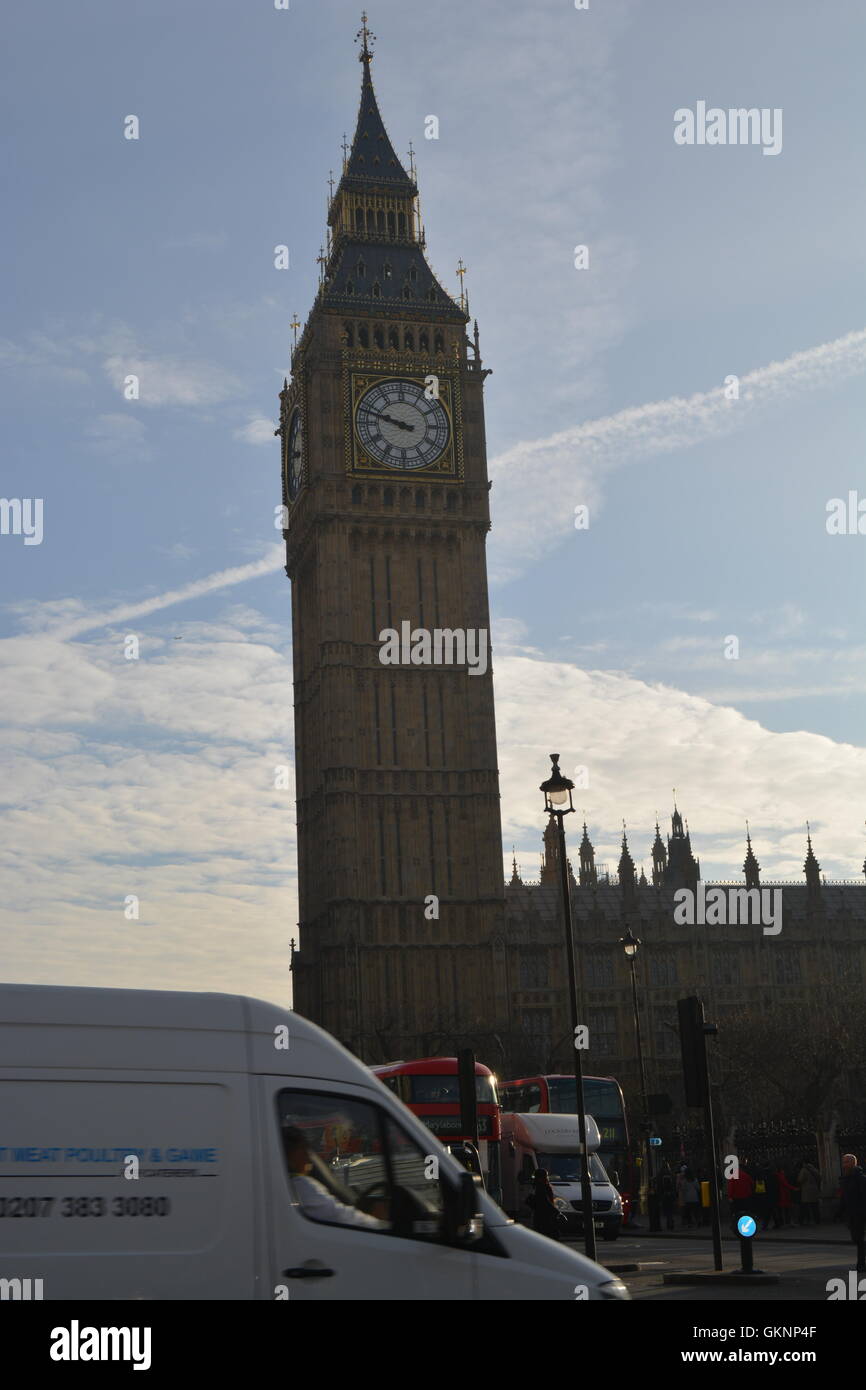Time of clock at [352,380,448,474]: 9:48
